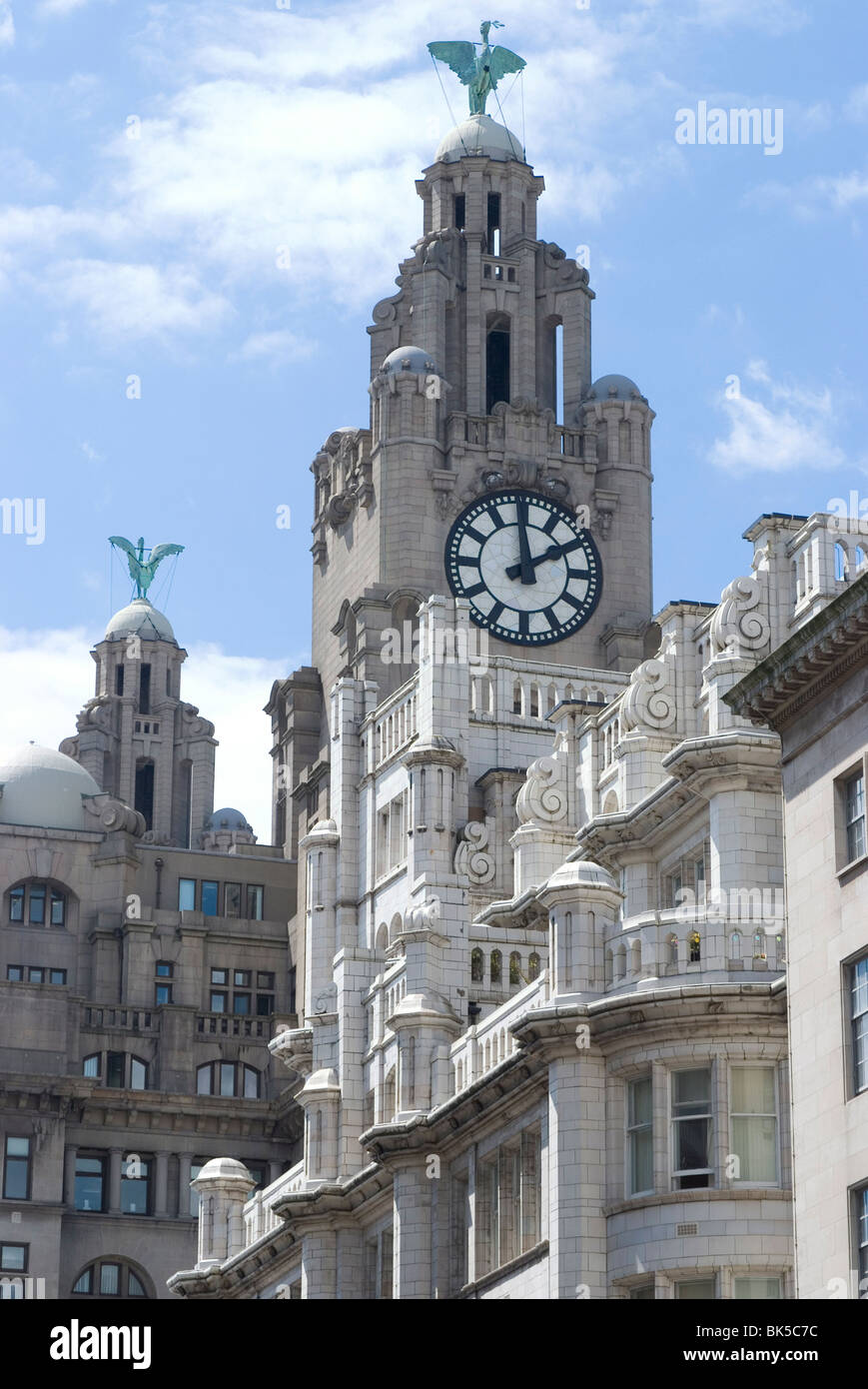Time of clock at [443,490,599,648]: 1:59
